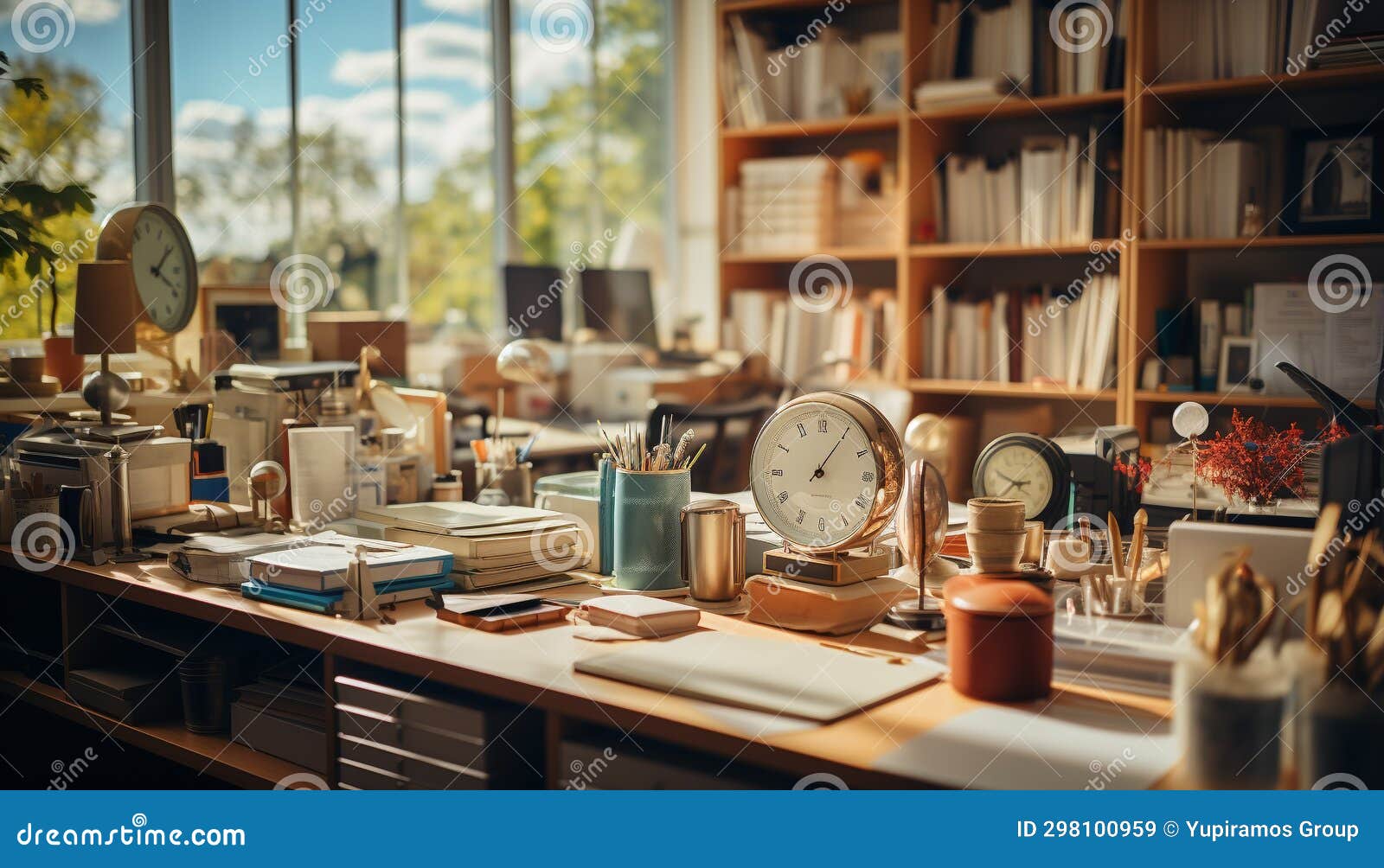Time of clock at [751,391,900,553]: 1:05
